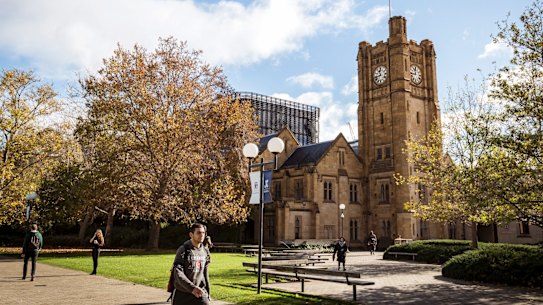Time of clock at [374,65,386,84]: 10:42
